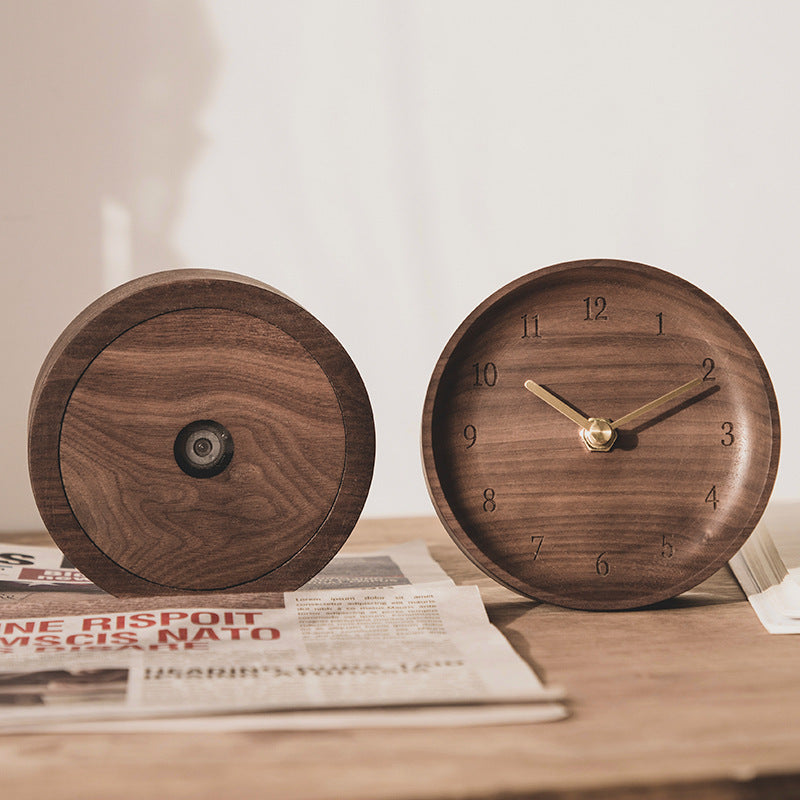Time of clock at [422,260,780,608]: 10:11
